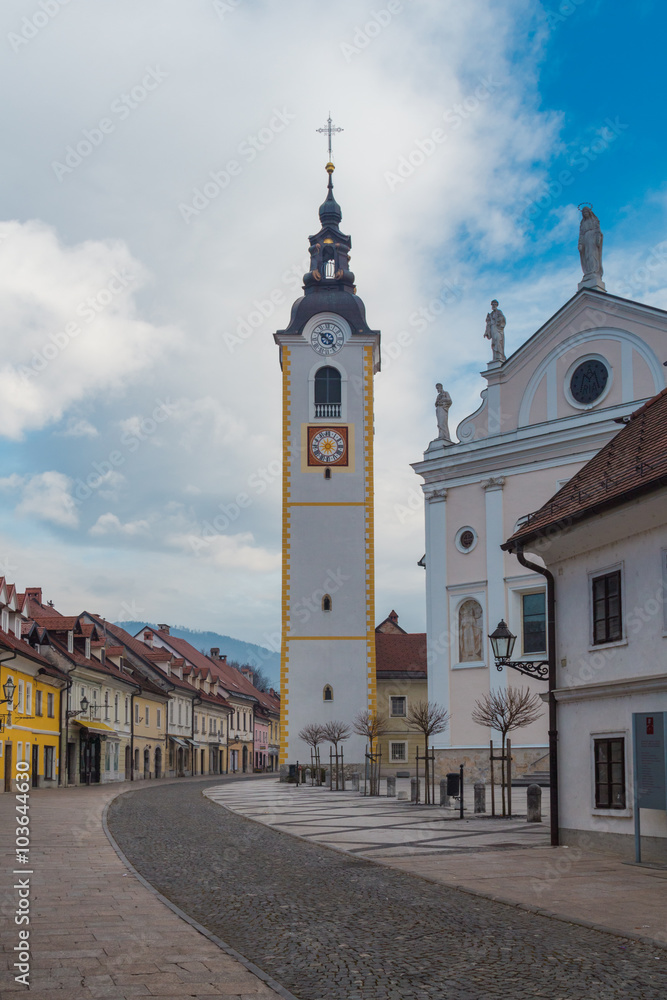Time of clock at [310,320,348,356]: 10:22
